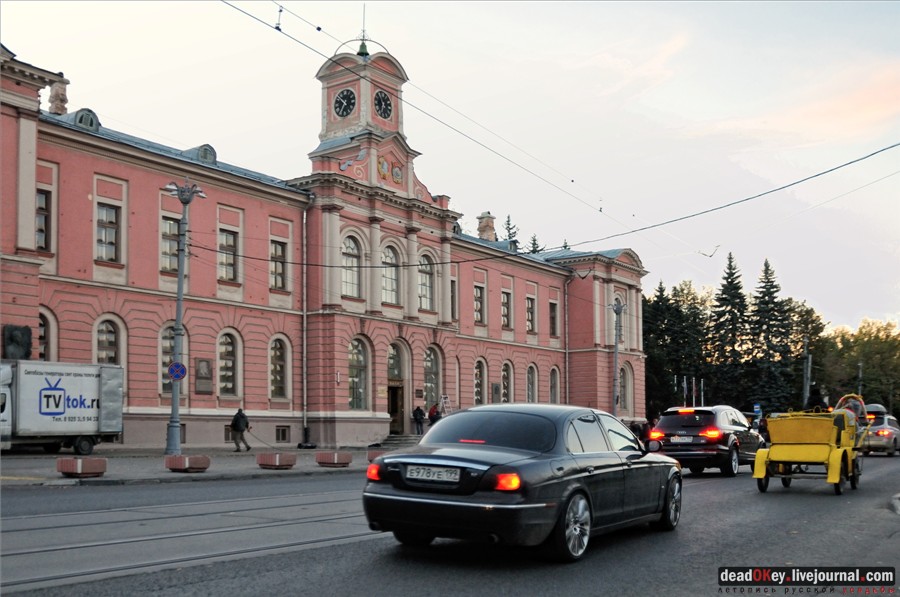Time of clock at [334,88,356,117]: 10:34
